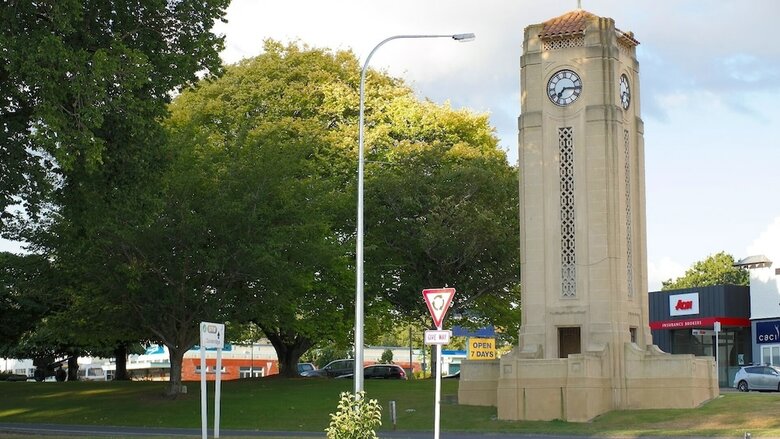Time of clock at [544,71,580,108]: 7:15
